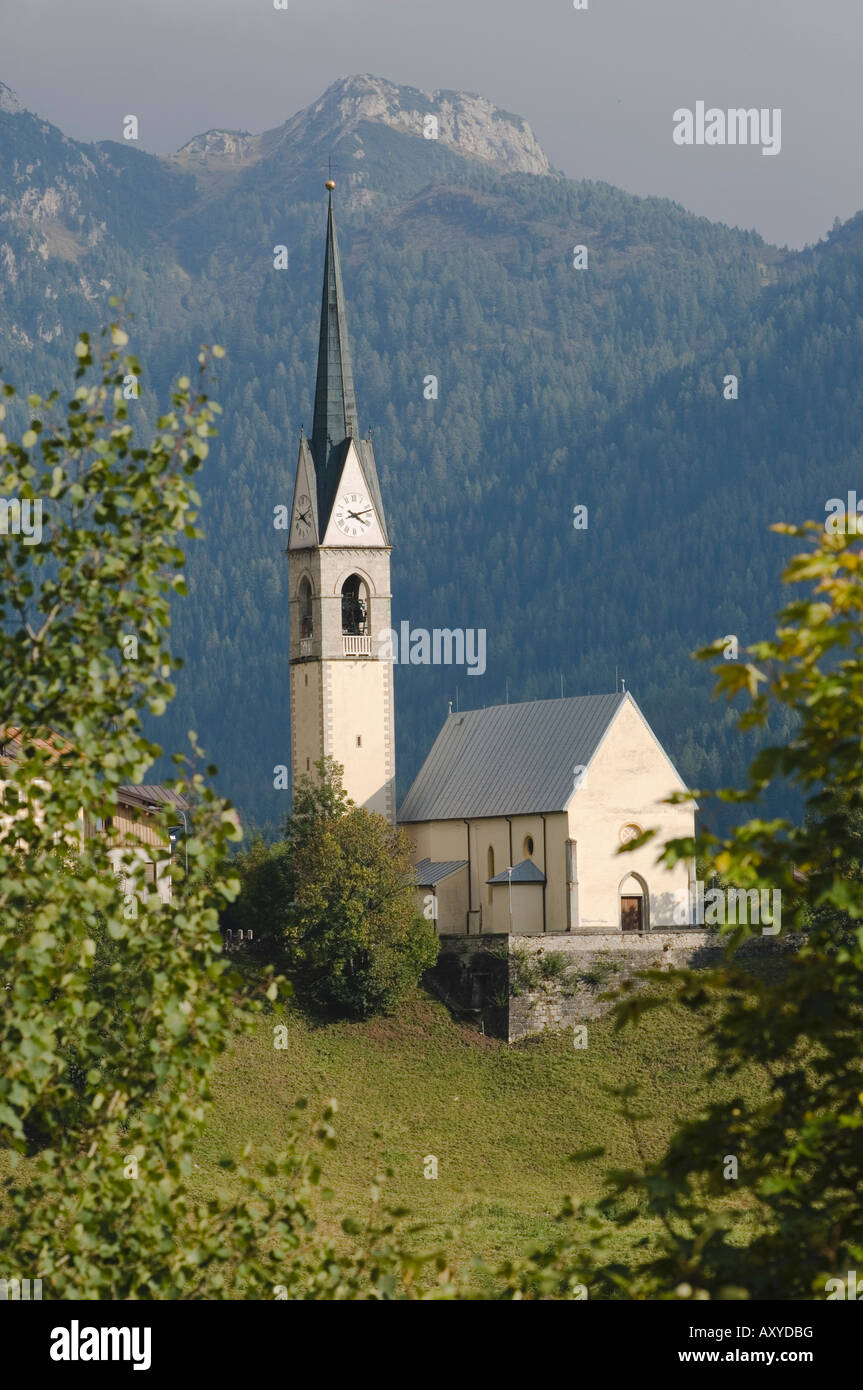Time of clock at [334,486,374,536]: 4:12
